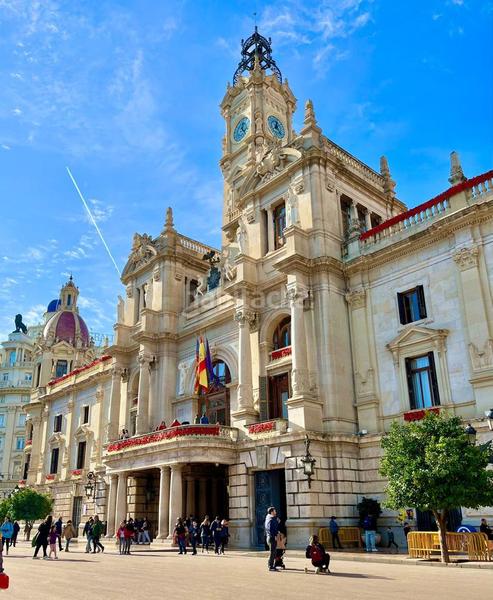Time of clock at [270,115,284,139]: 12:23
